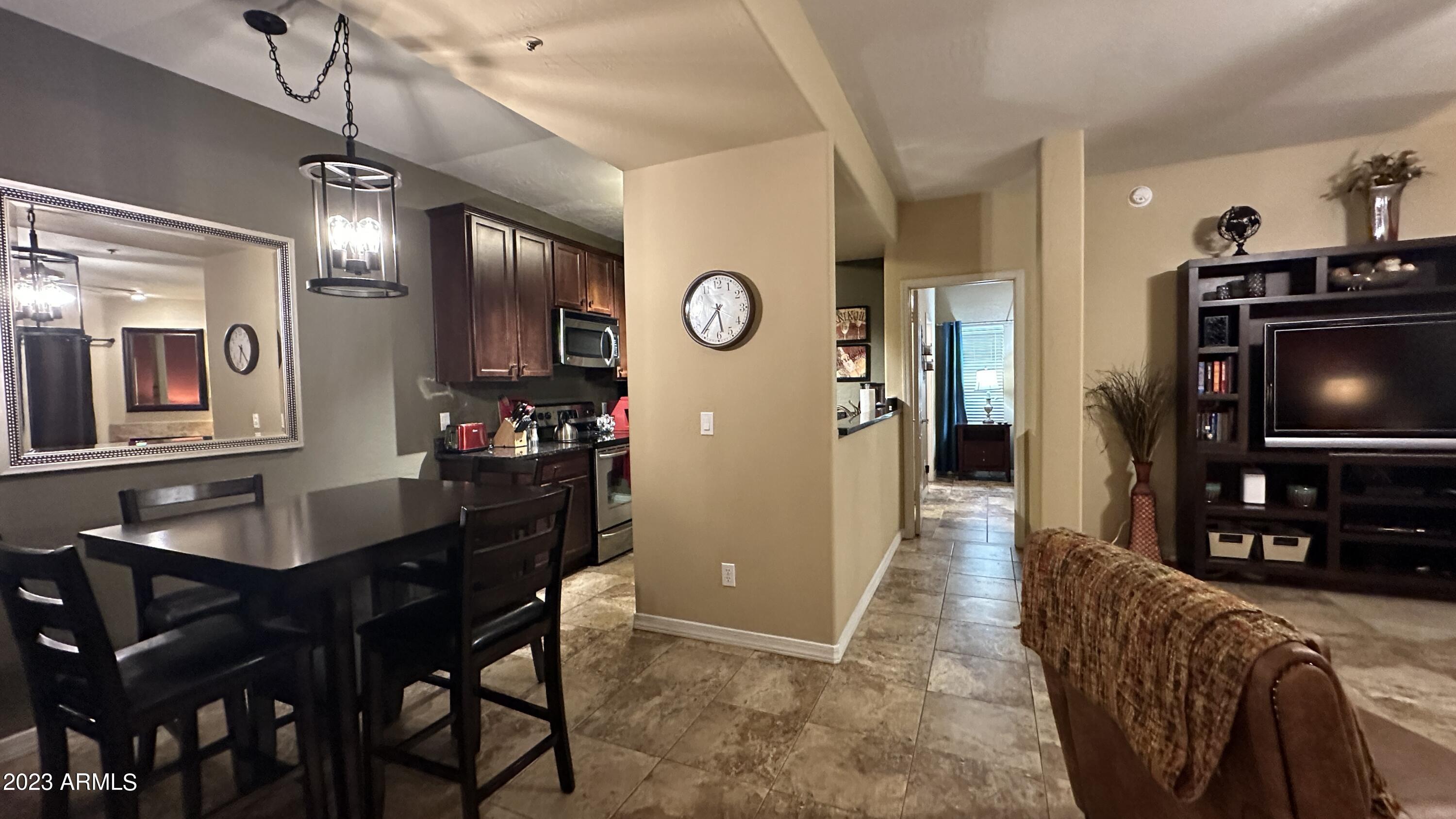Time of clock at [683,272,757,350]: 5:36
